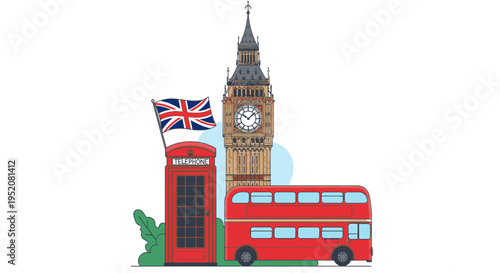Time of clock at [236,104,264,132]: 10:07
